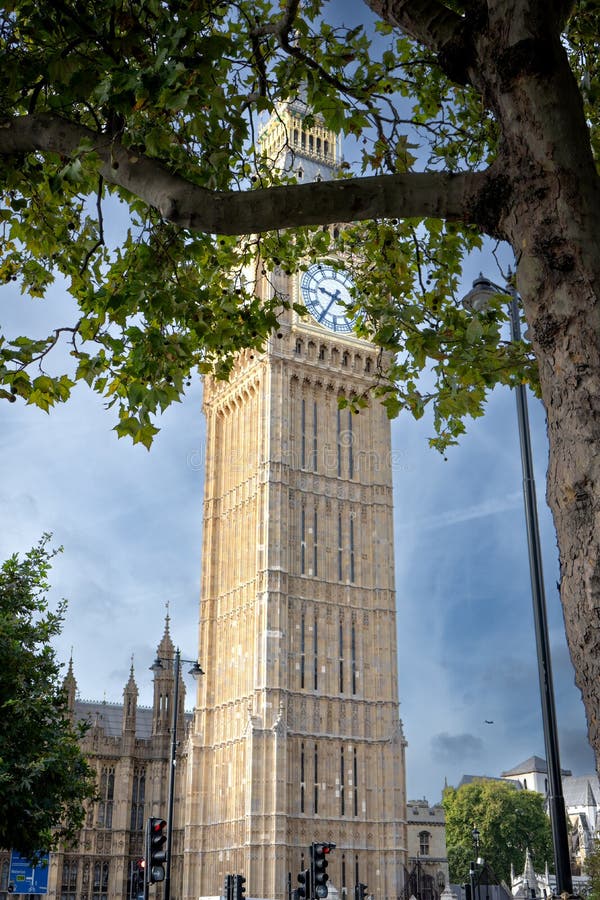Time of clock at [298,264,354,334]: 9:35
